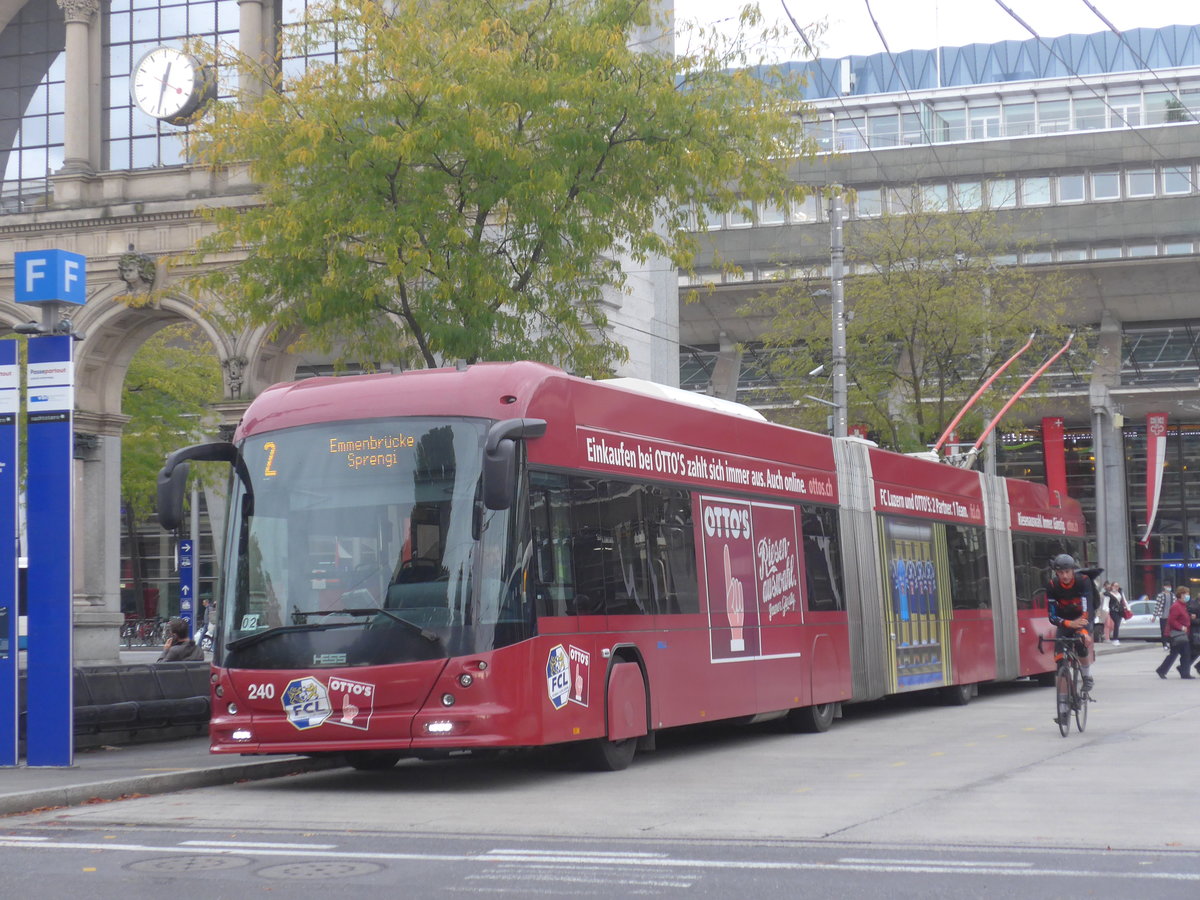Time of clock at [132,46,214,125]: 12:32
